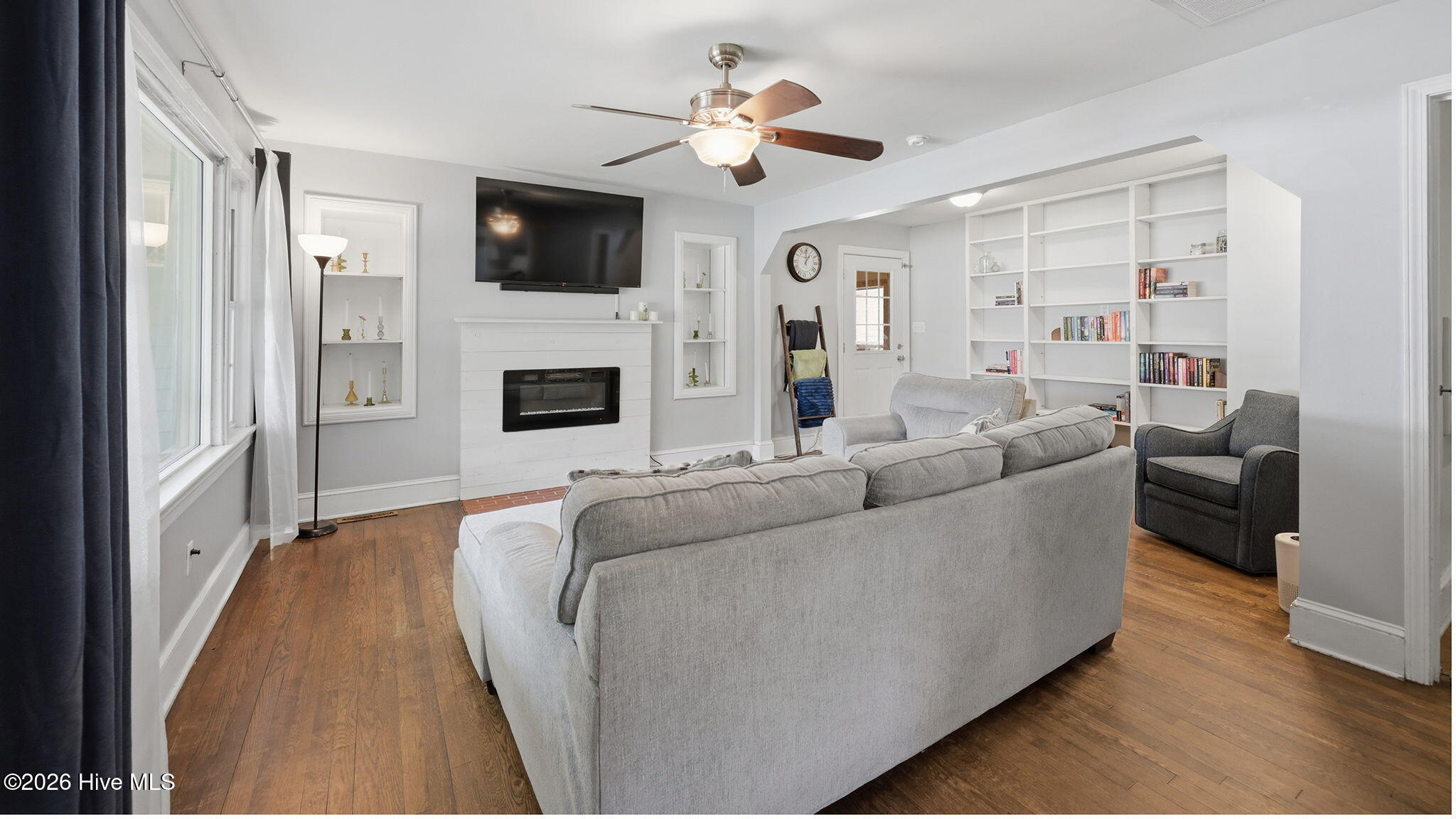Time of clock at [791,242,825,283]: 12:59
